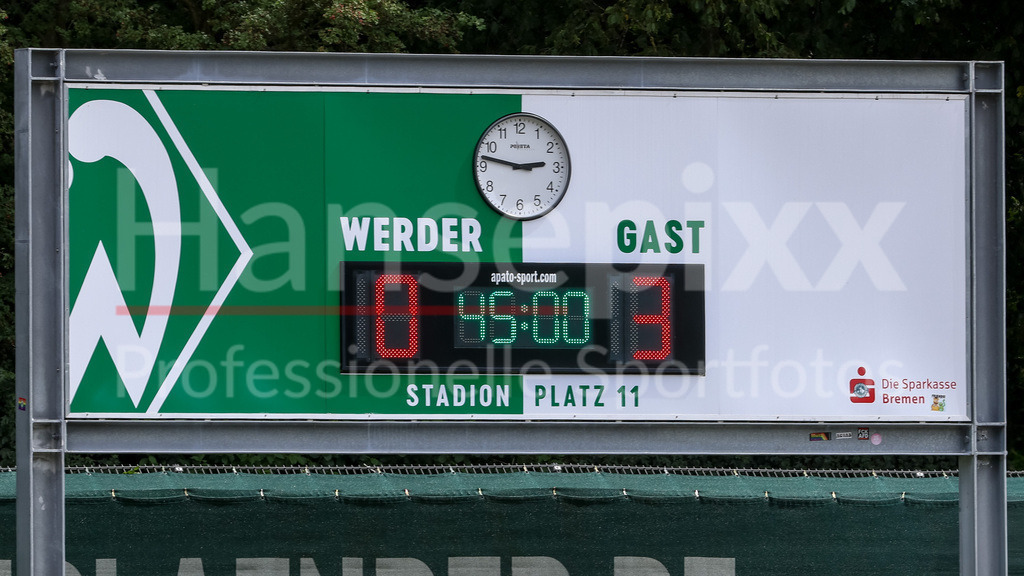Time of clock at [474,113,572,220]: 2:46
